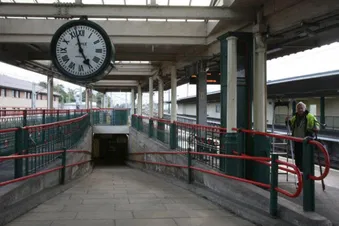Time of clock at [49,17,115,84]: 4:57
